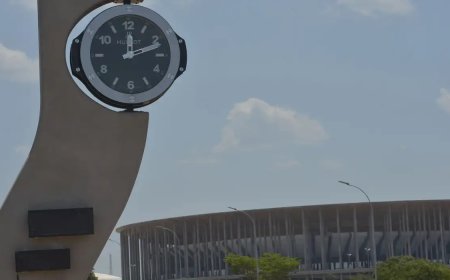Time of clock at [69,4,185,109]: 12:11
